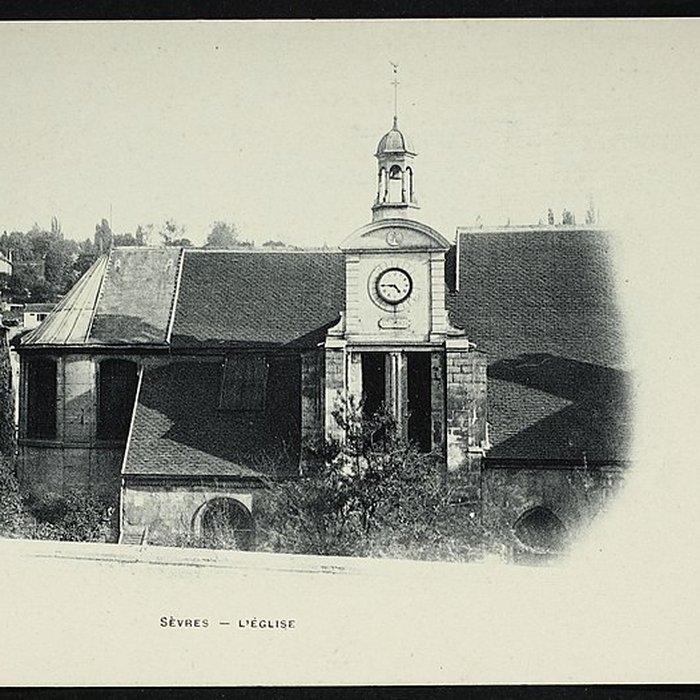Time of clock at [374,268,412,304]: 4:44
